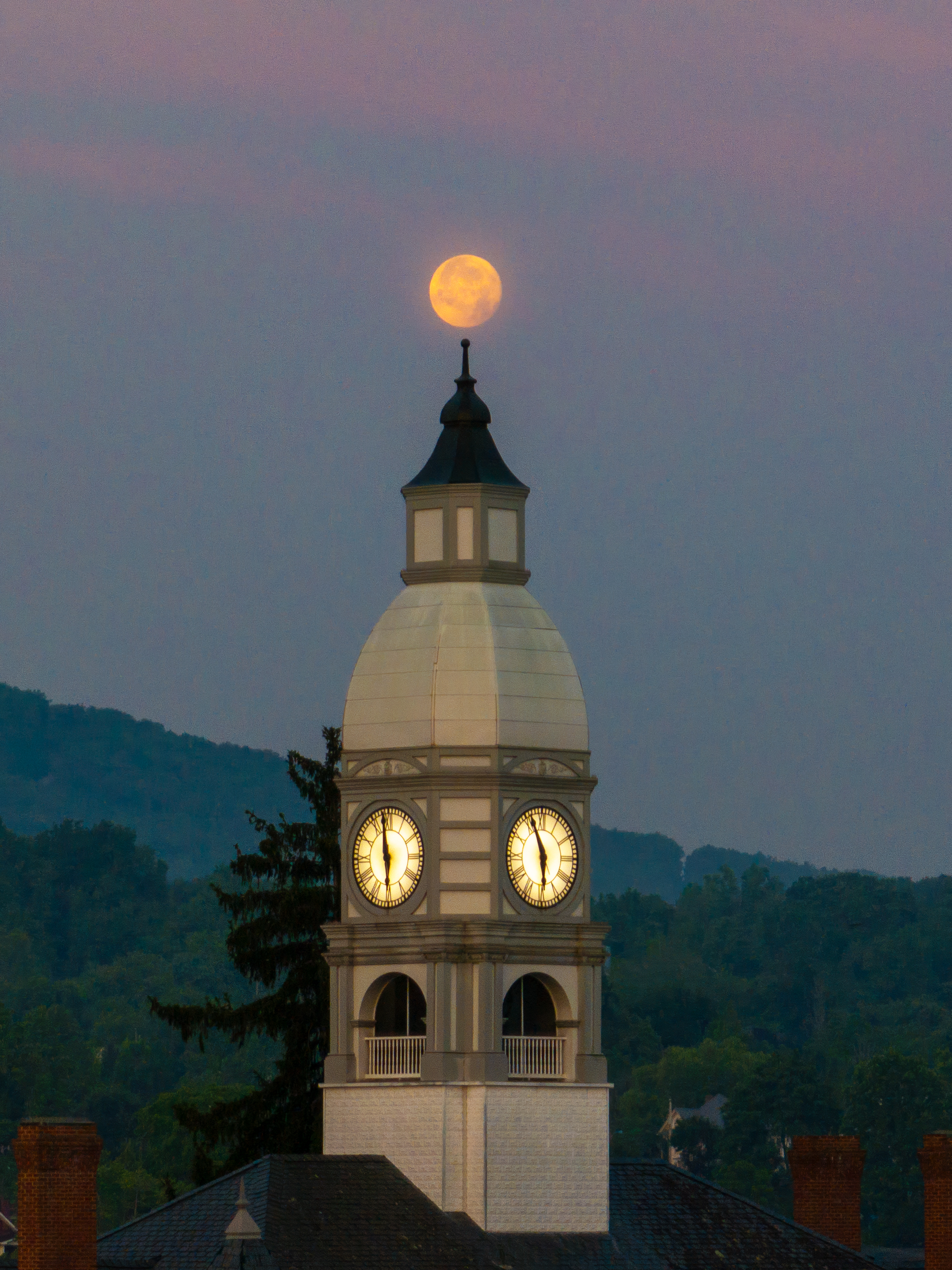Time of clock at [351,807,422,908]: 5:58
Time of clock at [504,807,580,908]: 5:56
